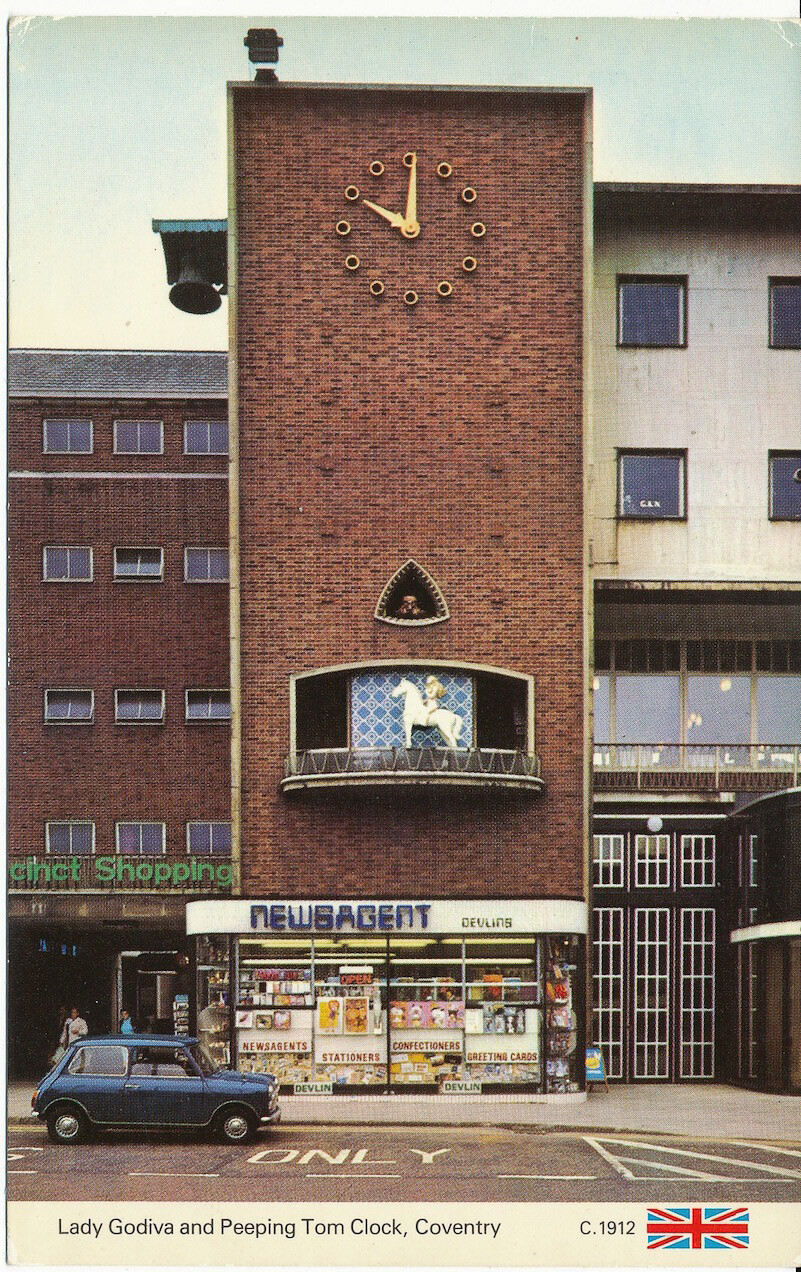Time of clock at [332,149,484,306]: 10:00
